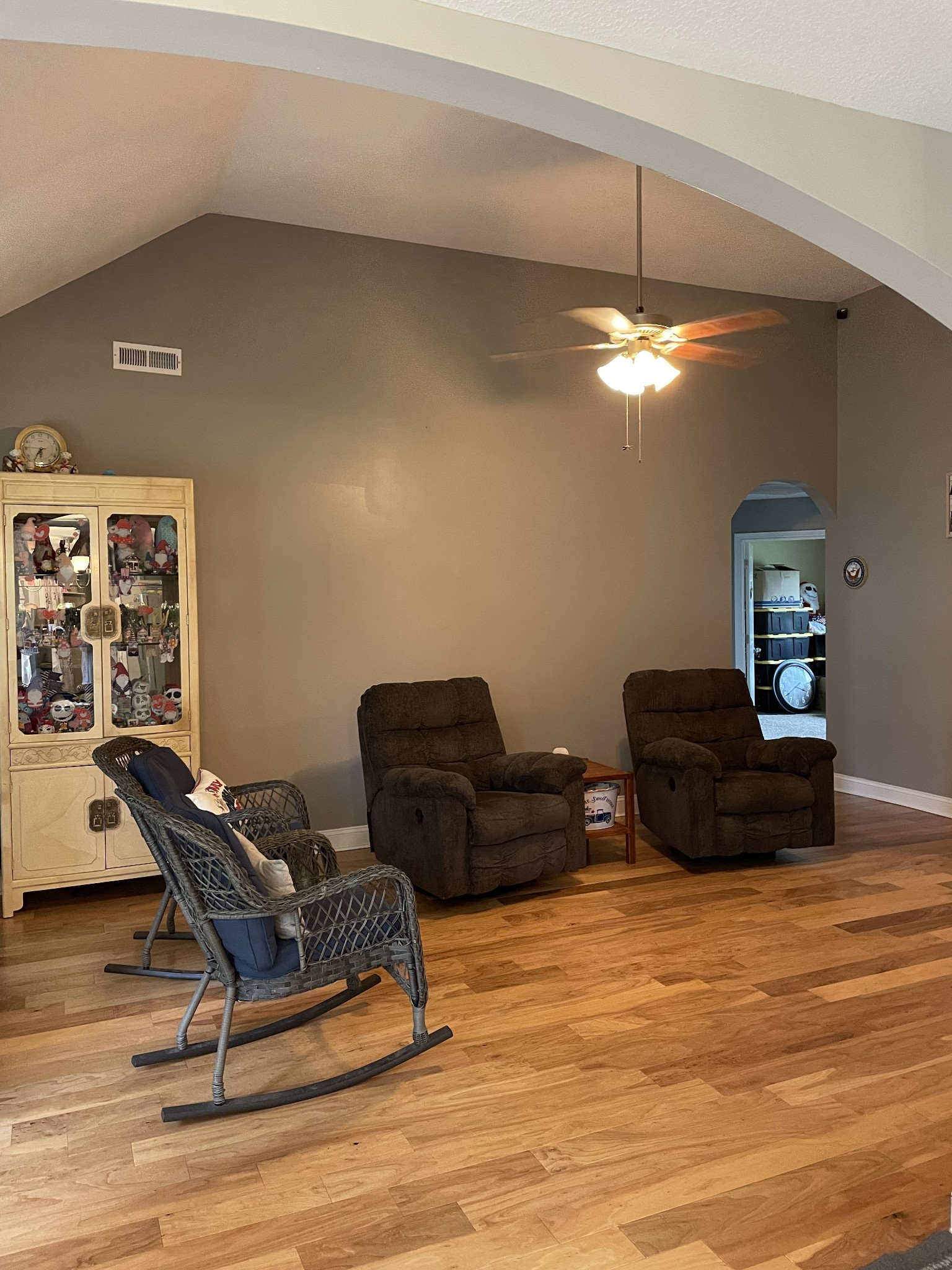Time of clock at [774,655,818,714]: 3:39
